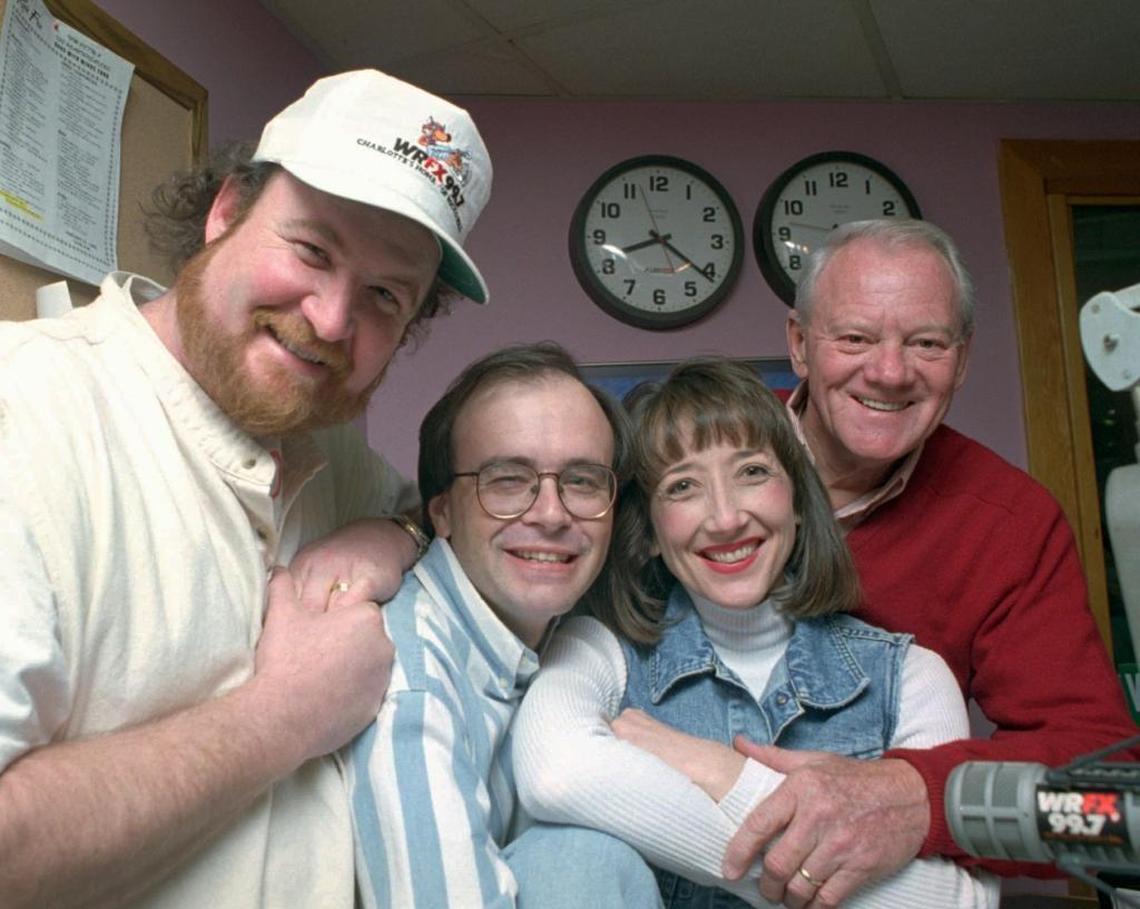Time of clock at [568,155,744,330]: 8:21
